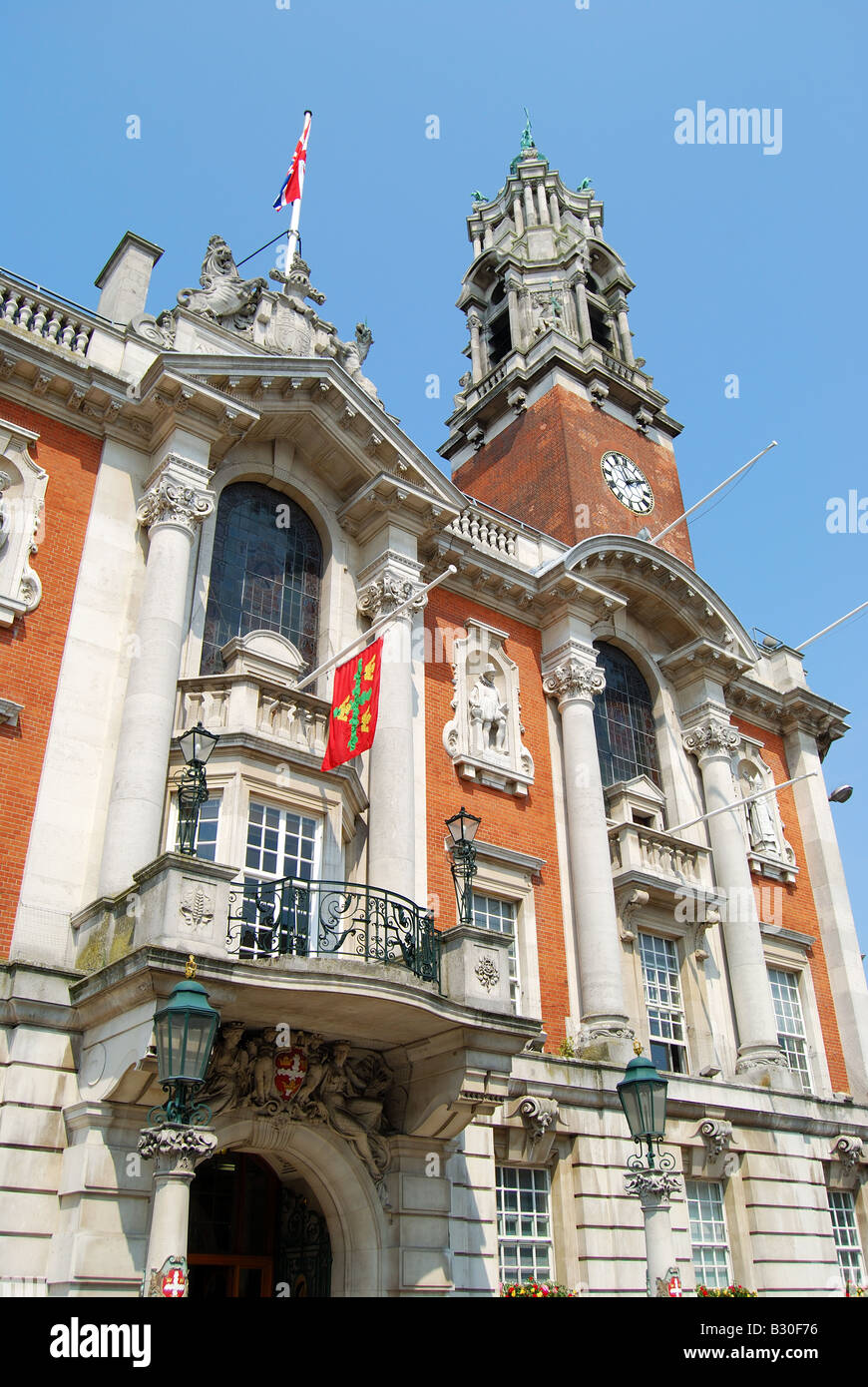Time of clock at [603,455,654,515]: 1:56
